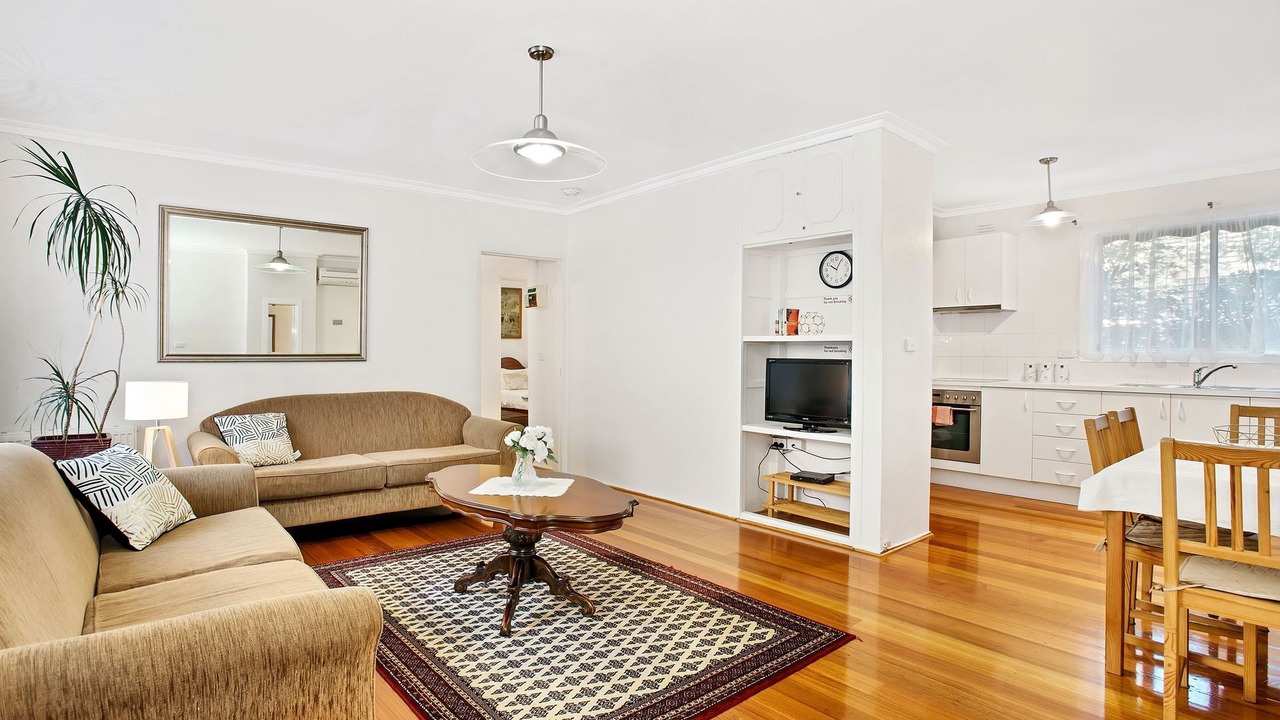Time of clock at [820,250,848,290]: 10:04
